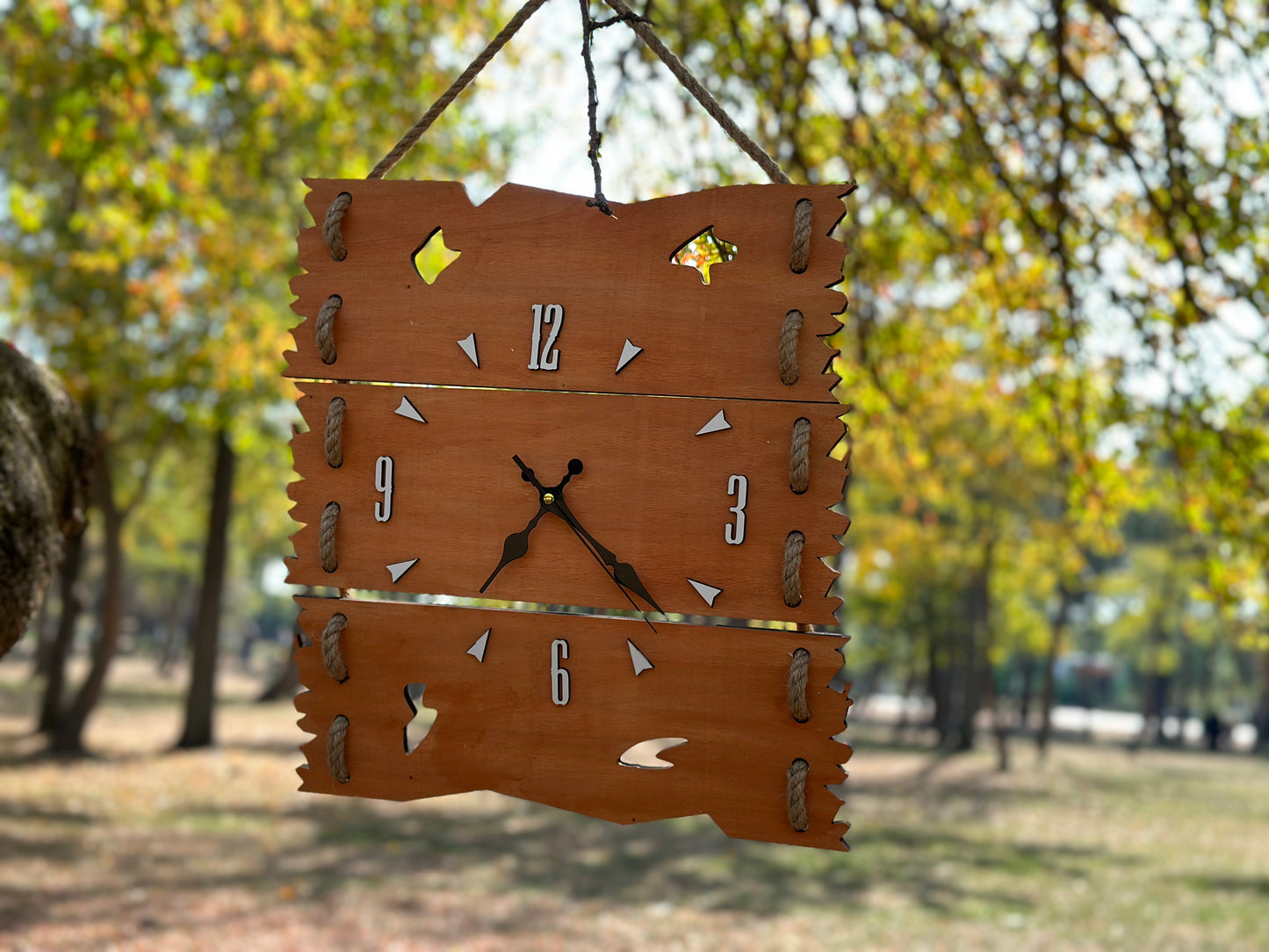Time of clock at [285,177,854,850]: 7:22
